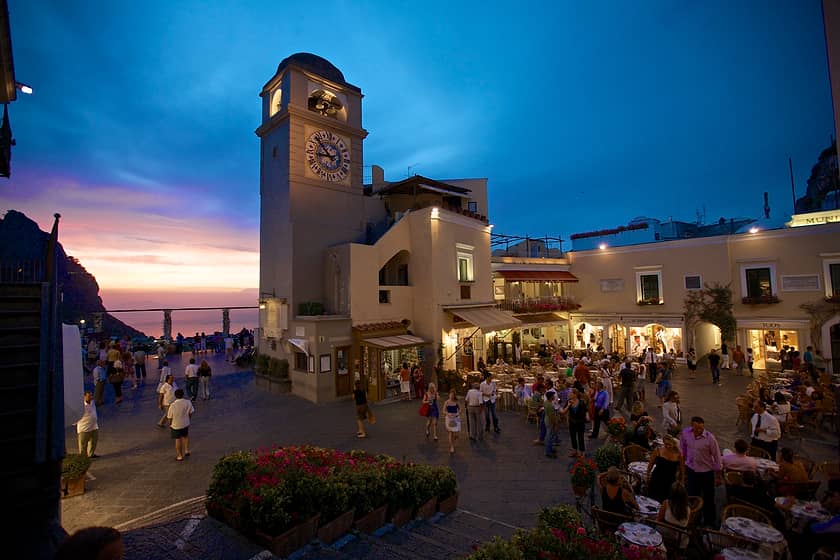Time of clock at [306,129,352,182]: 8:52
